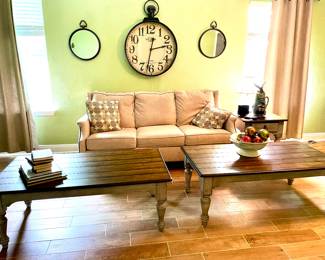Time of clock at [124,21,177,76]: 2:32
